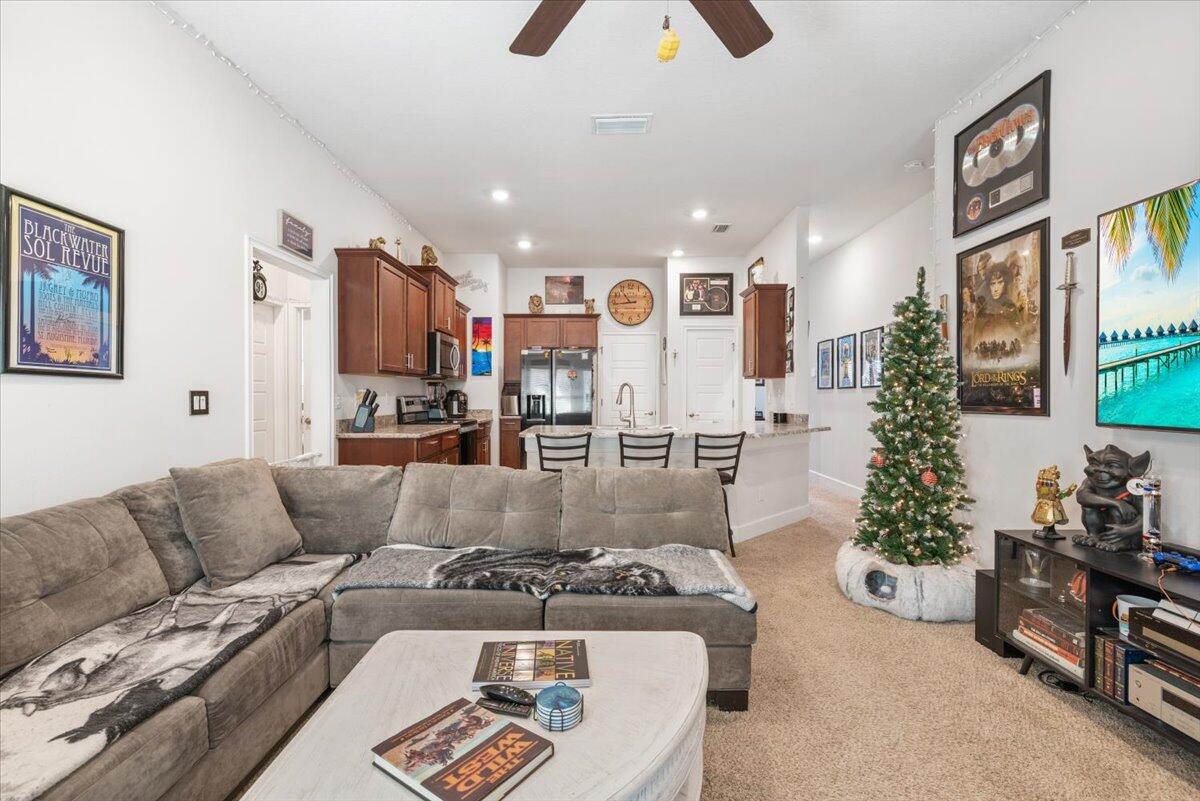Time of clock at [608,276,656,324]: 10:43
